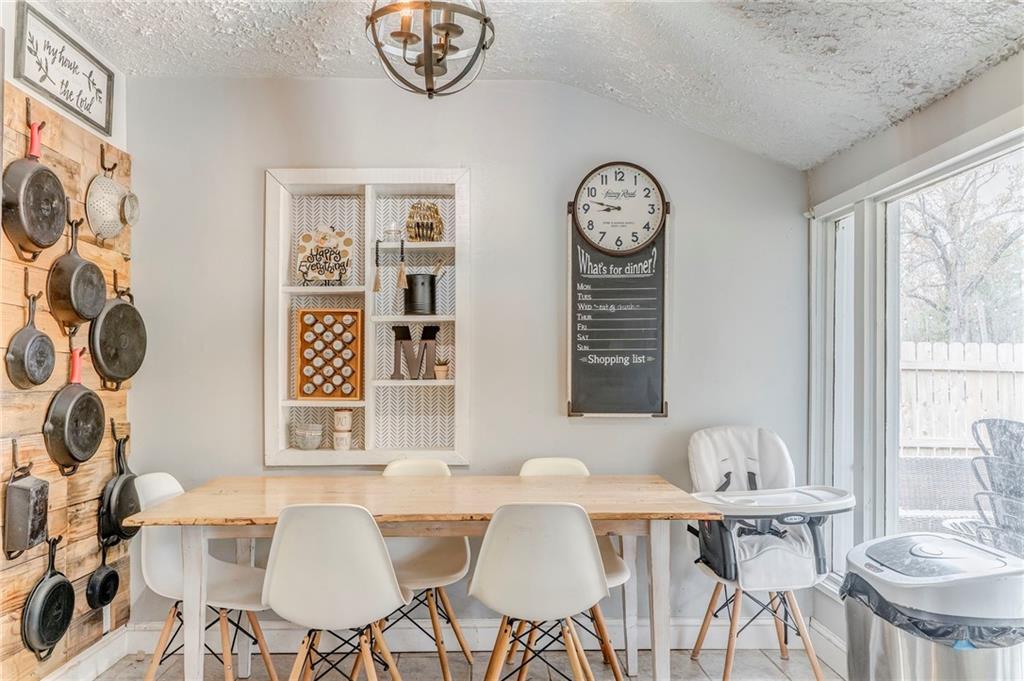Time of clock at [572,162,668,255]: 8:47
